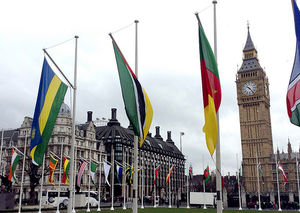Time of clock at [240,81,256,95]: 10:23
